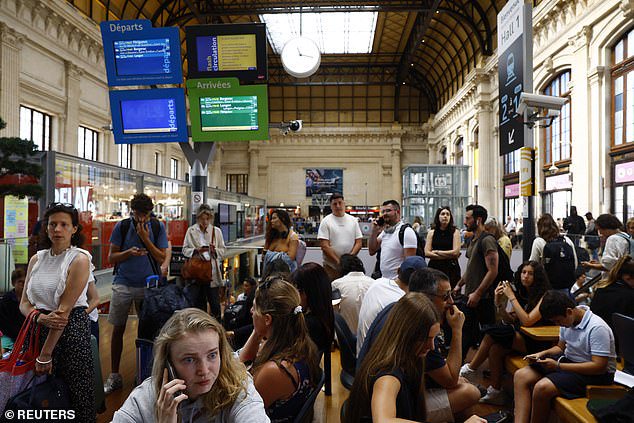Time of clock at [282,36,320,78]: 11:17
